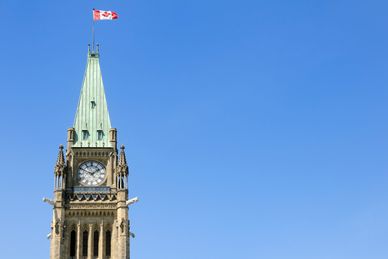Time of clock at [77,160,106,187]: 1:49
